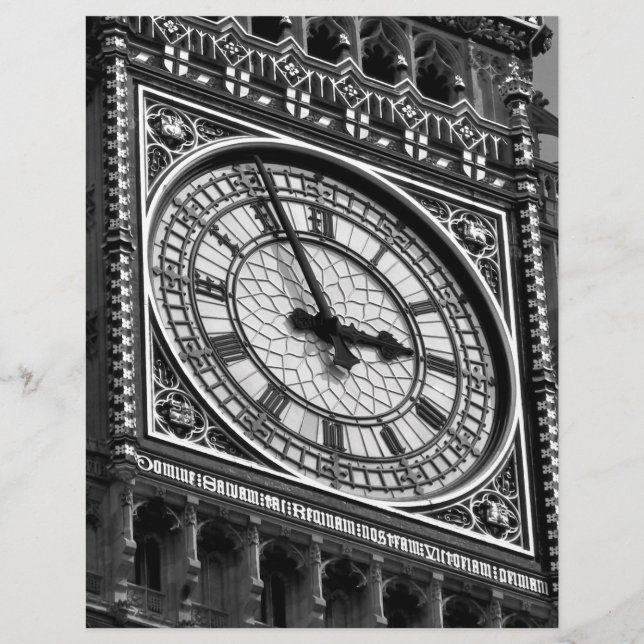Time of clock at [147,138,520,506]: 2:56
